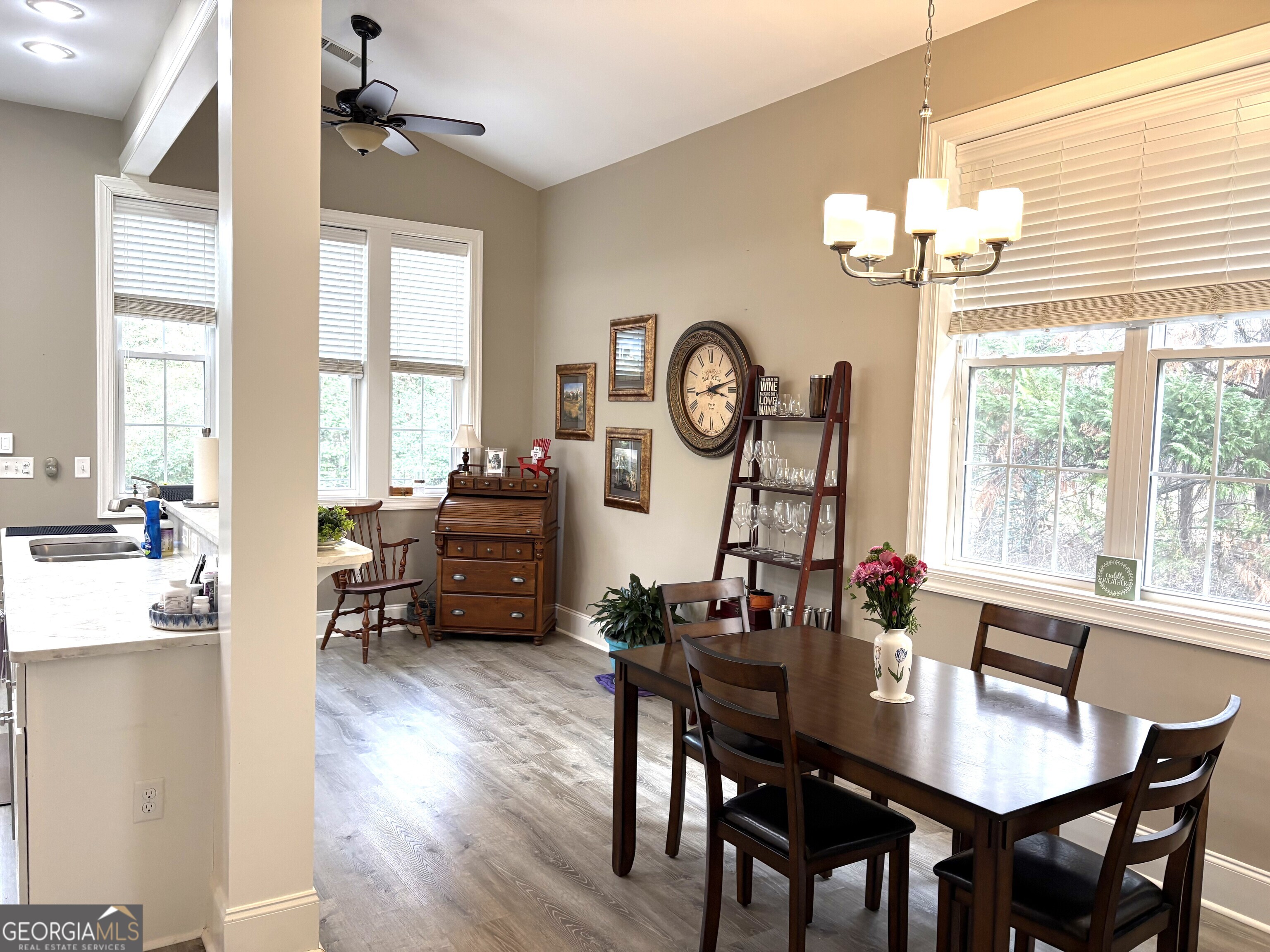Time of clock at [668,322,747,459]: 3:12
